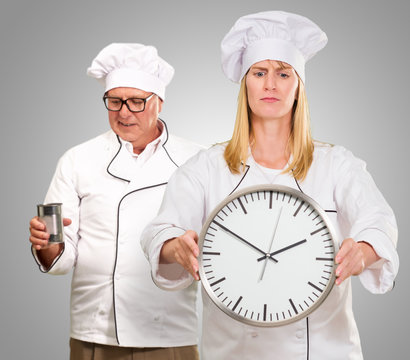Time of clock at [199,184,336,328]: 1:50
